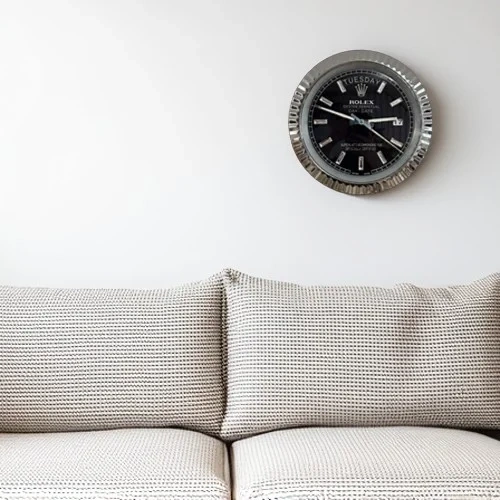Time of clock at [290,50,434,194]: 2:48
